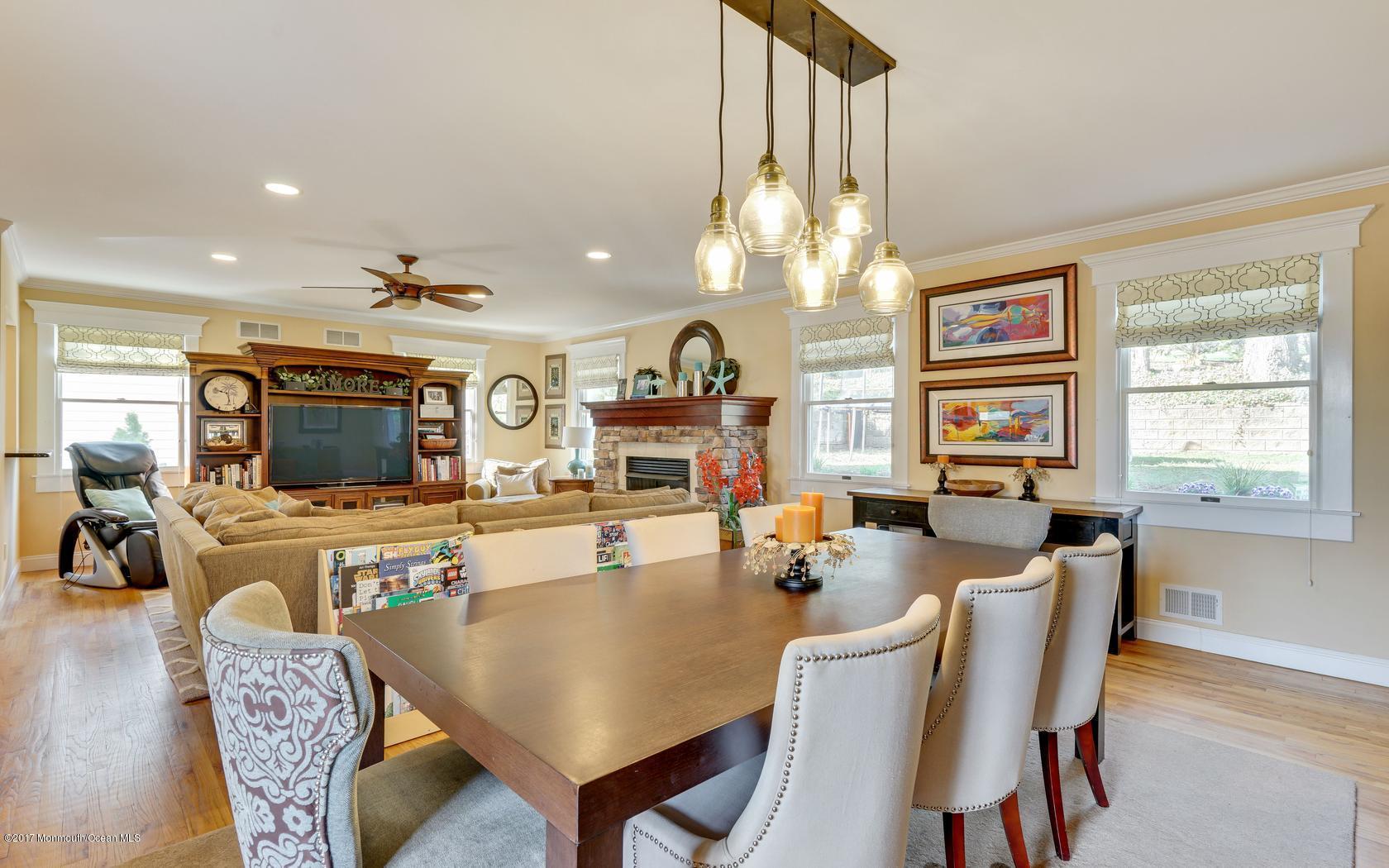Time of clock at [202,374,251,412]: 9:27
